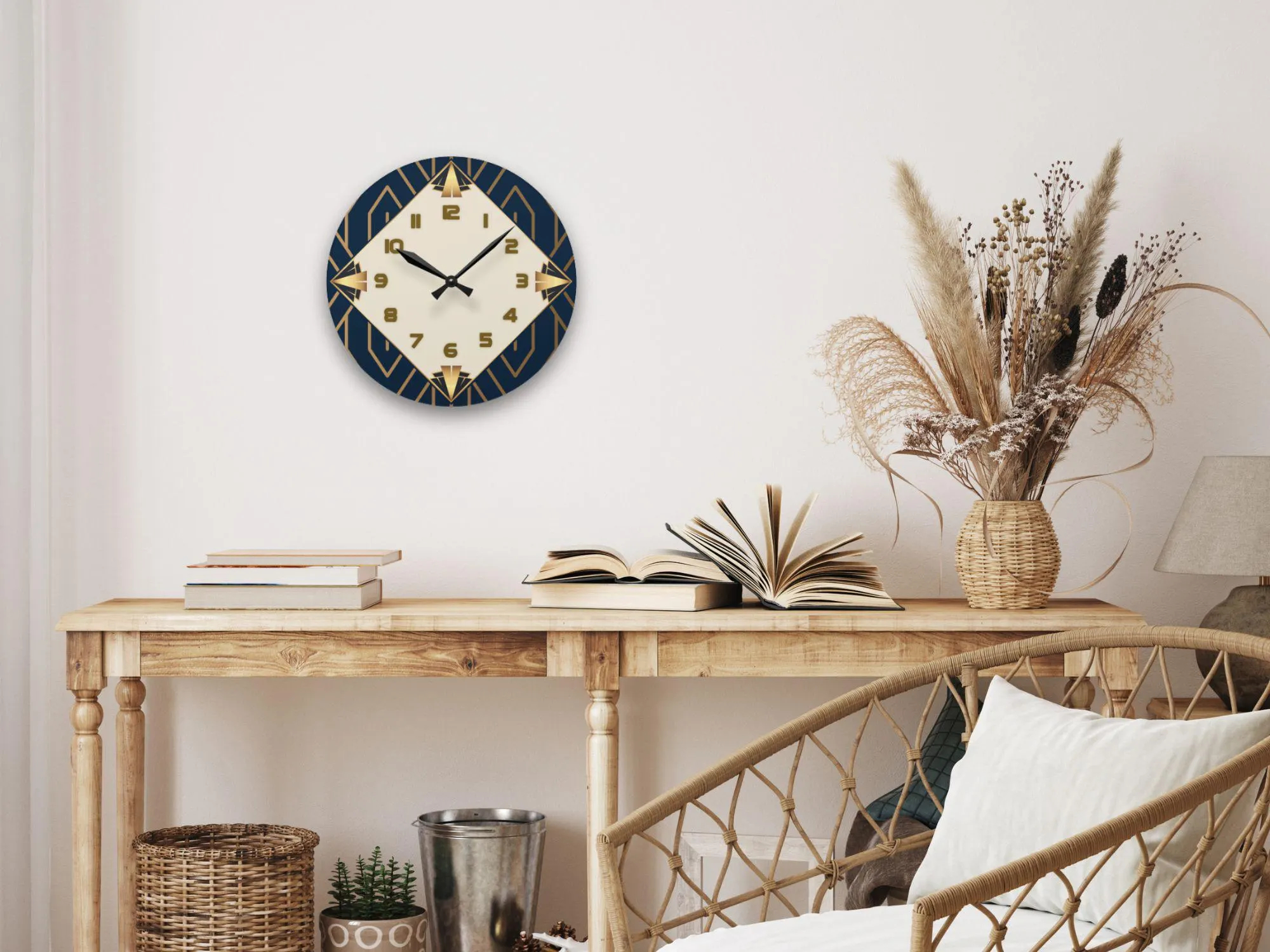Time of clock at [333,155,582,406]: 10:07
